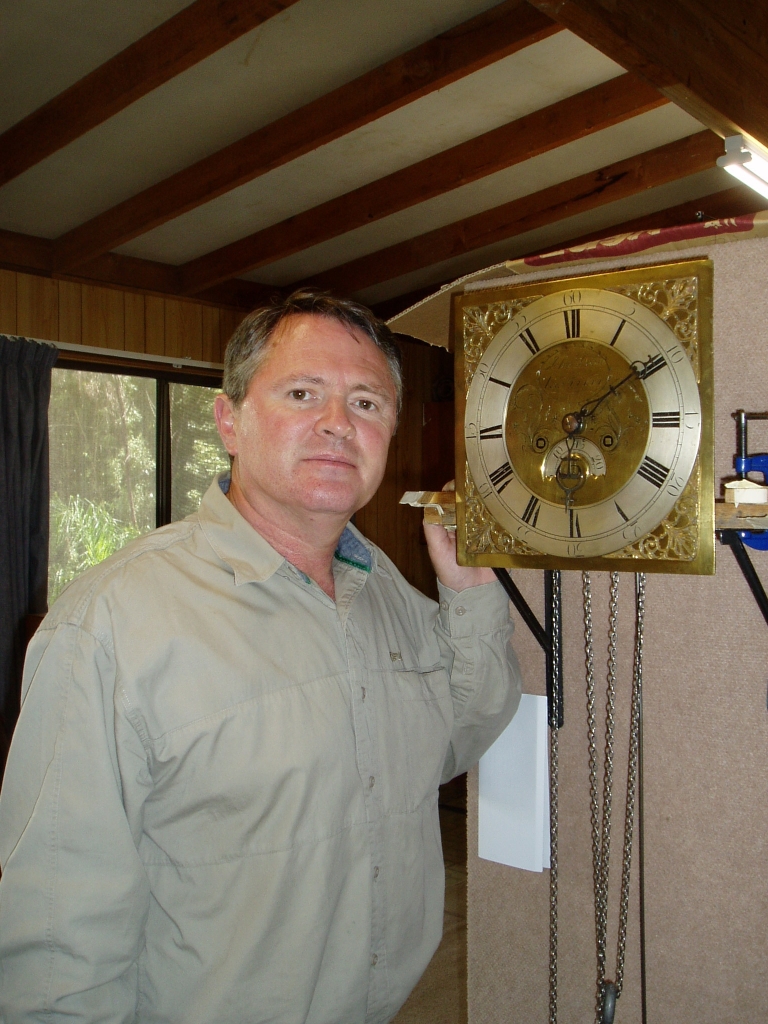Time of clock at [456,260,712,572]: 7:09
